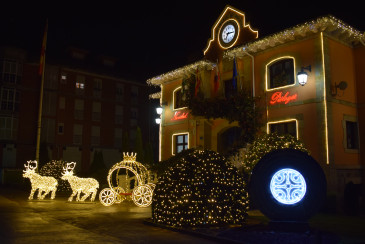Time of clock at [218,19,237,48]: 7:15
